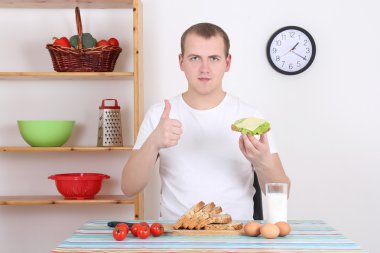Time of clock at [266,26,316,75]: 1:20
